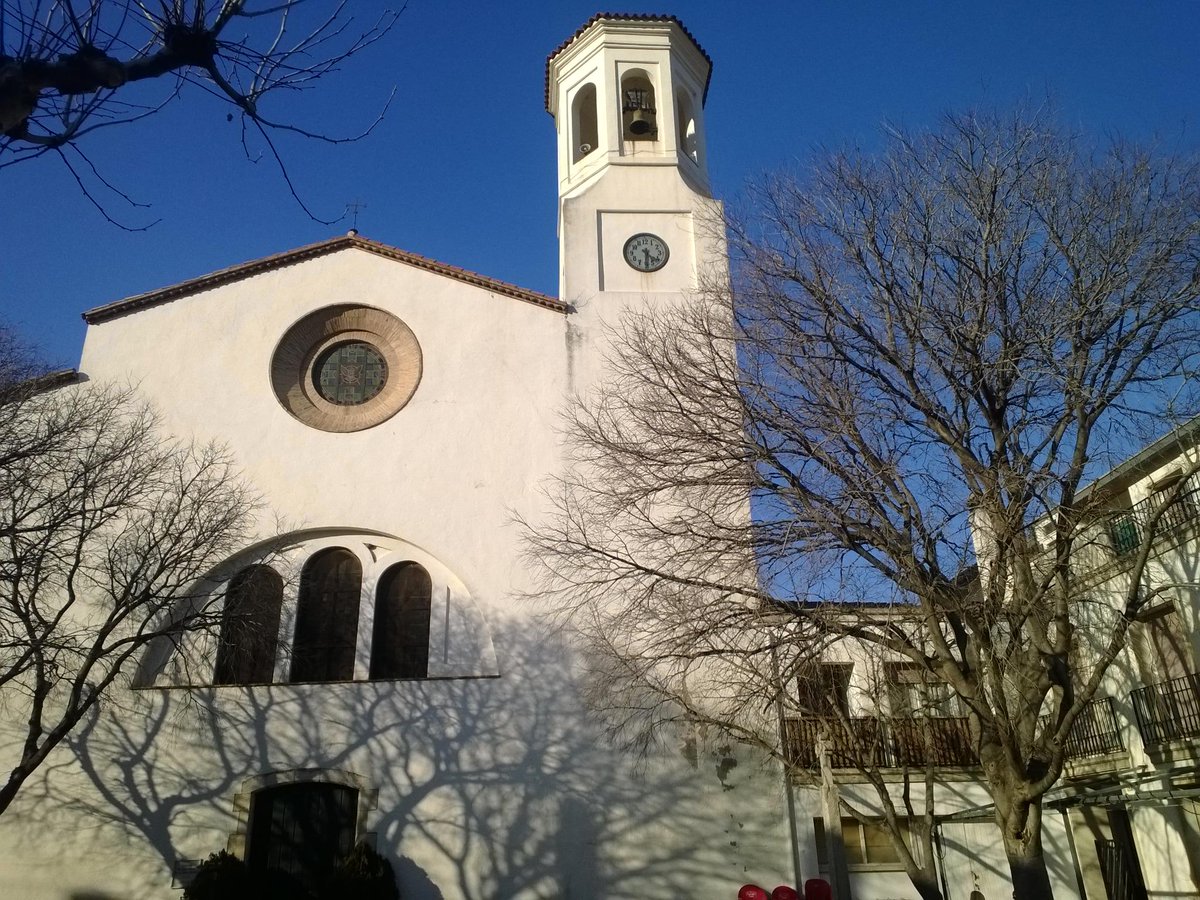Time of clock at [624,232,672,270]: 4:30
